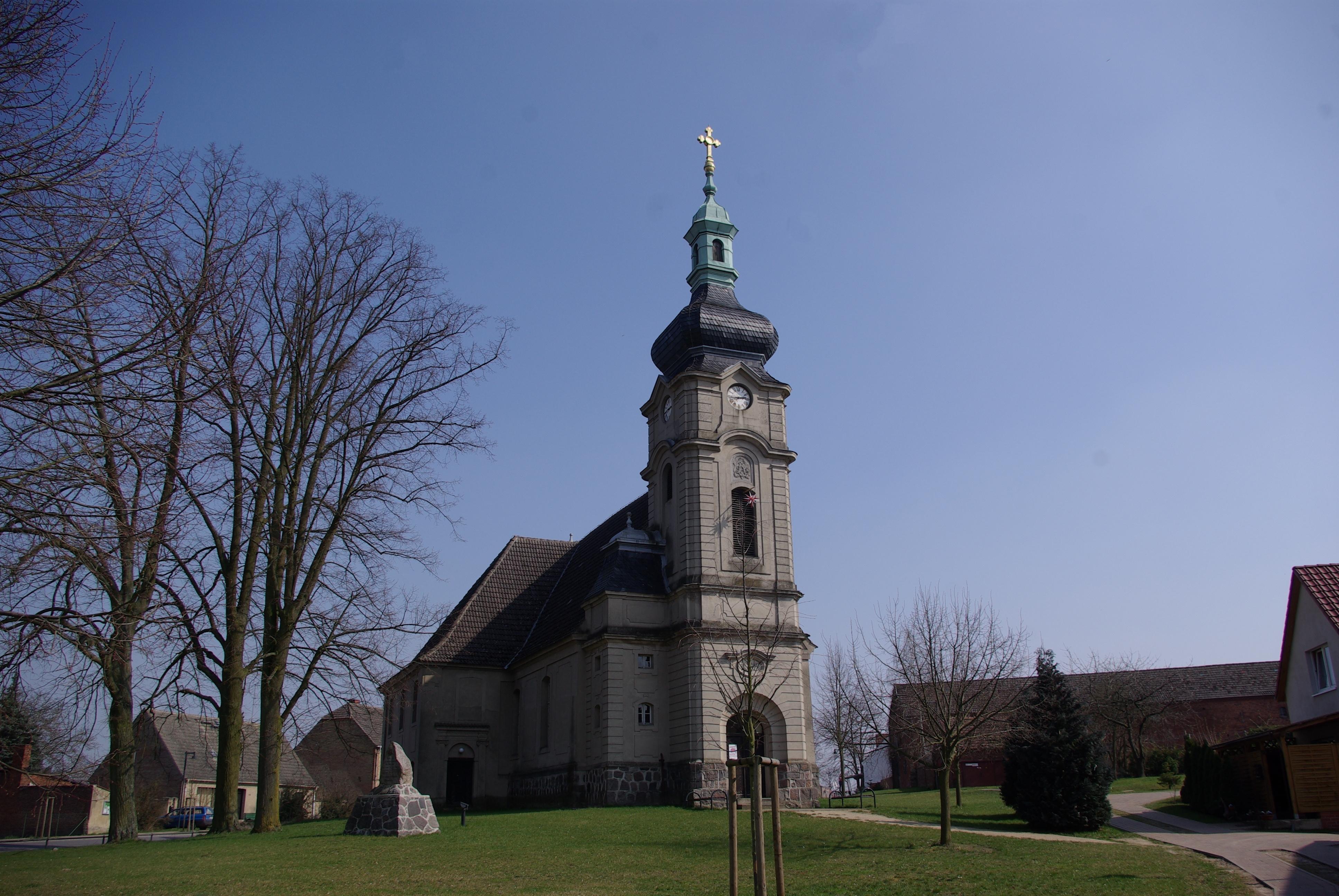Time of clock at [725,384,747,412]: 2:44
